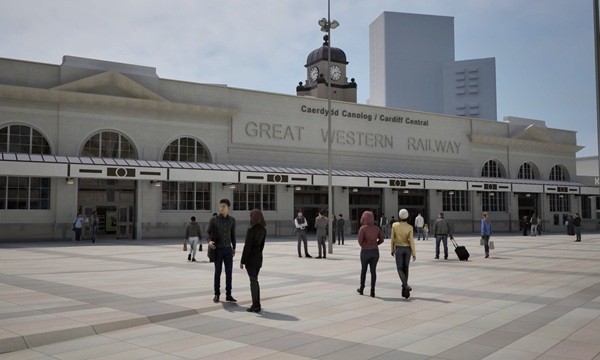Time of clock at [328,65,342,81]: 2:36
